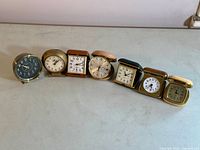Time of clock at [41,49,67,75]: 12:07
